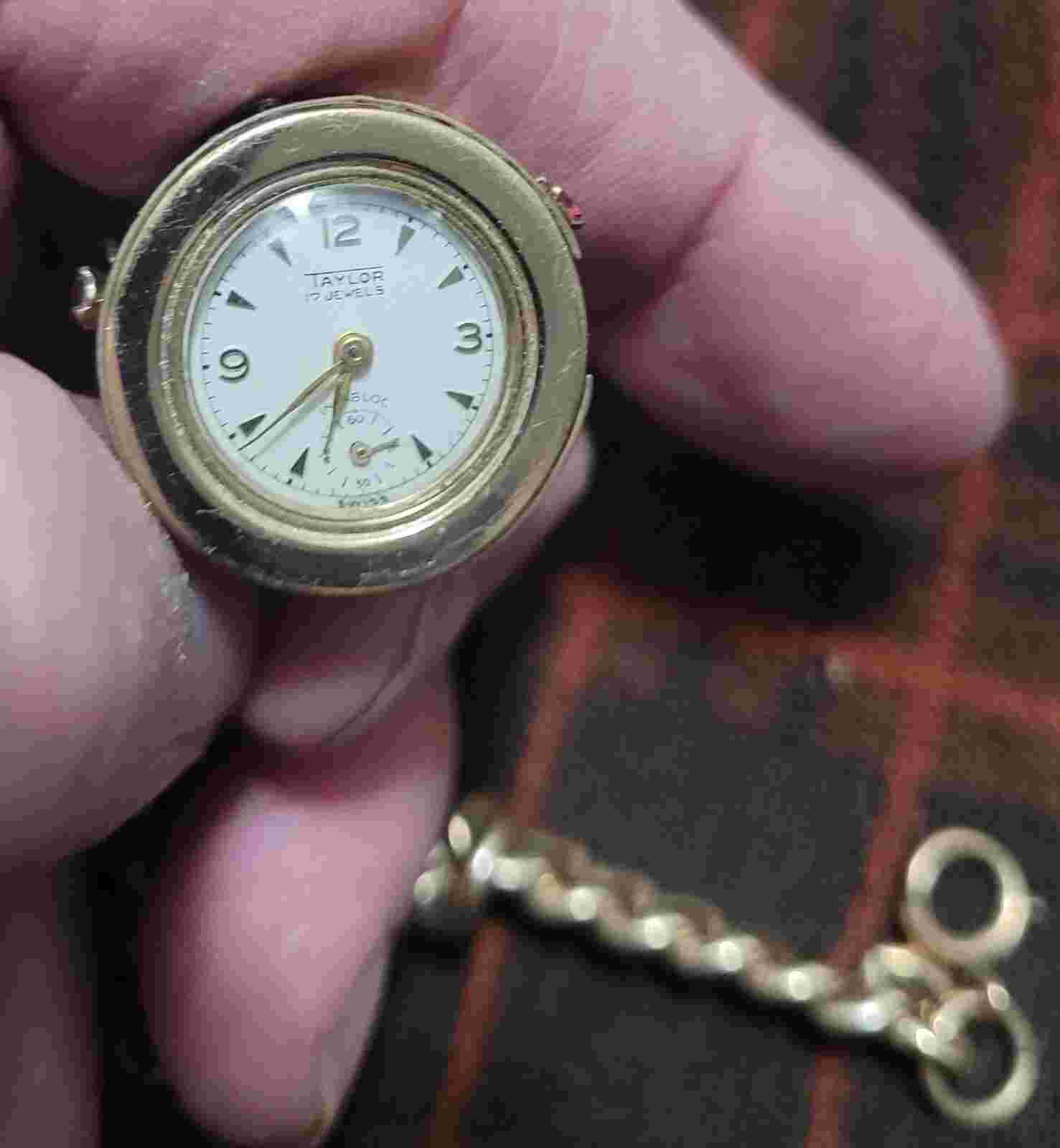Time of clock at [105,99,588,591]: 6:39
